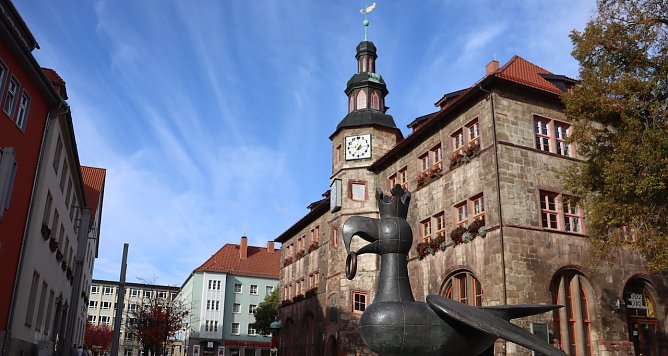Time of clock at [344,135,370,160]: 7:14
